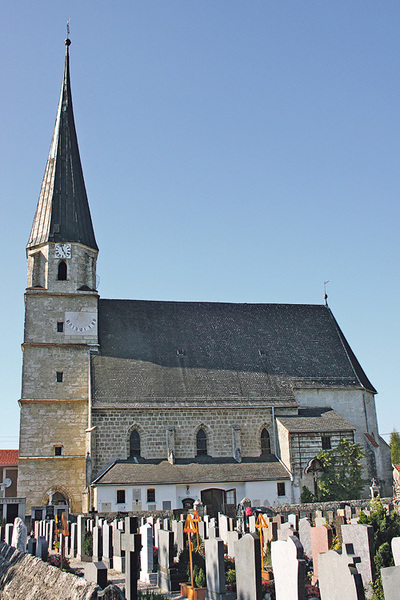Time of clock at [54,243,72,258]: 4:57
